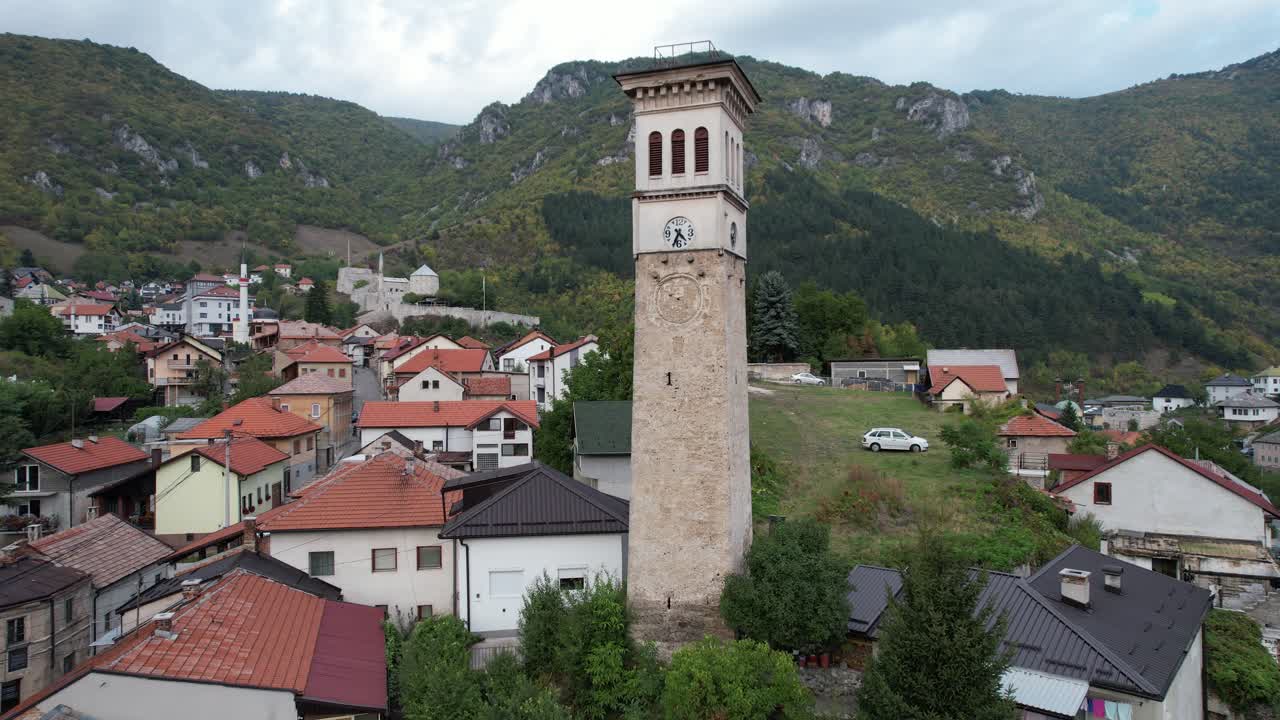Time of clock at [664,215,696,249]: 4:34
